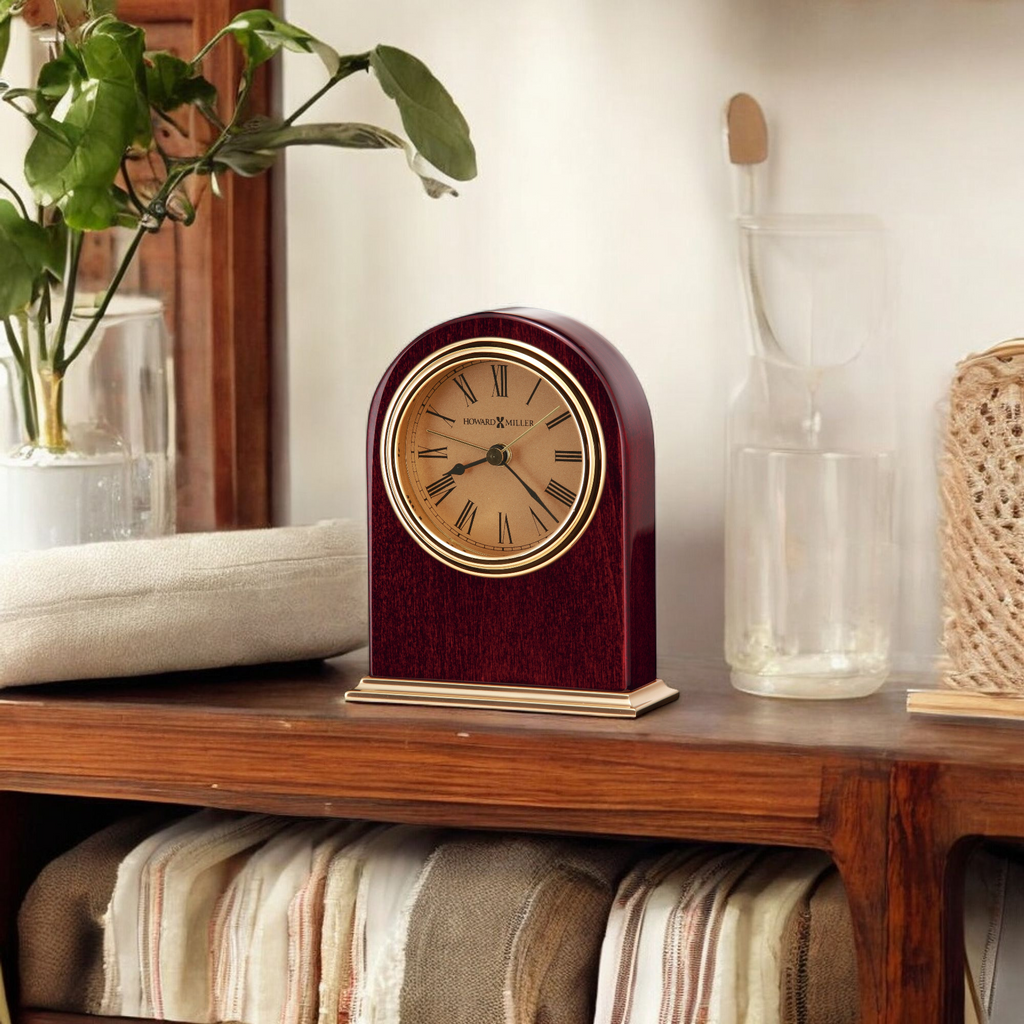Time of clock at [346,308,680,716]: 8:21
